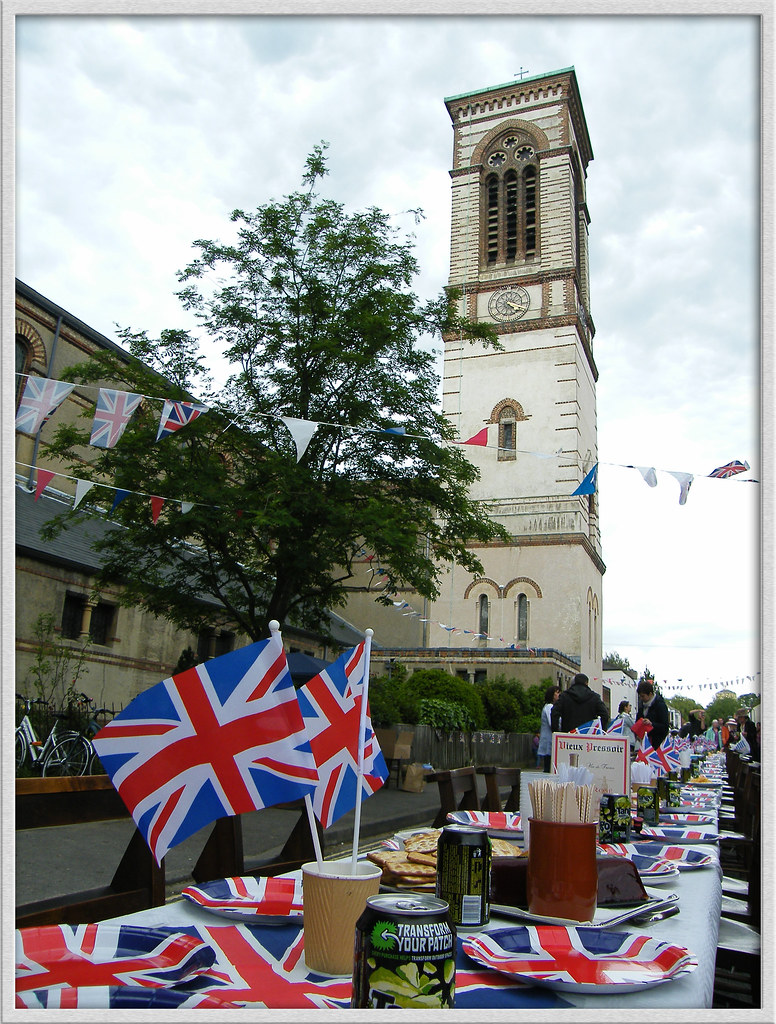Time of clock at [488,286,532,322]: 4:18
